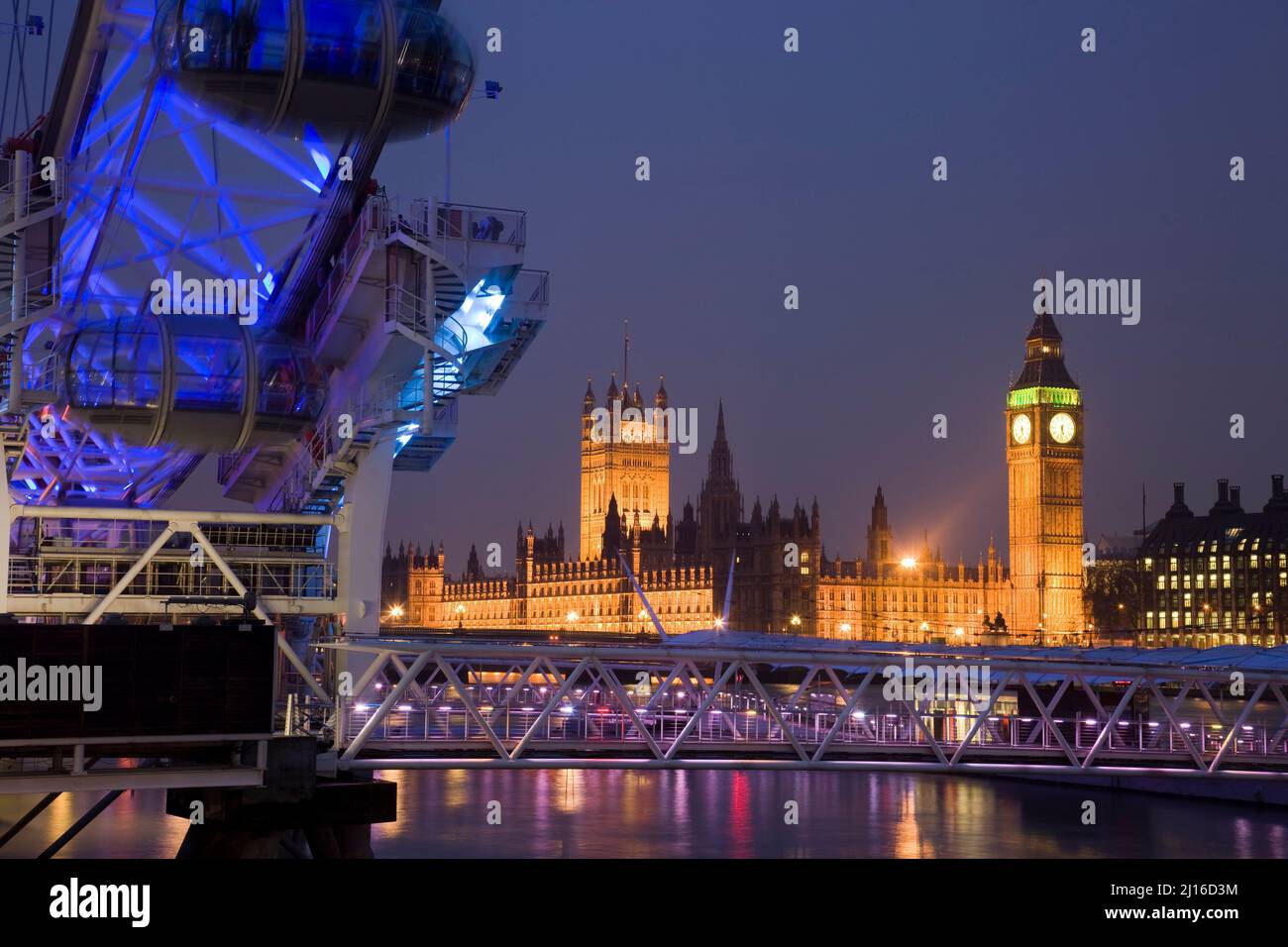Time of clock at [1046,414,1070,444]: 5:31
